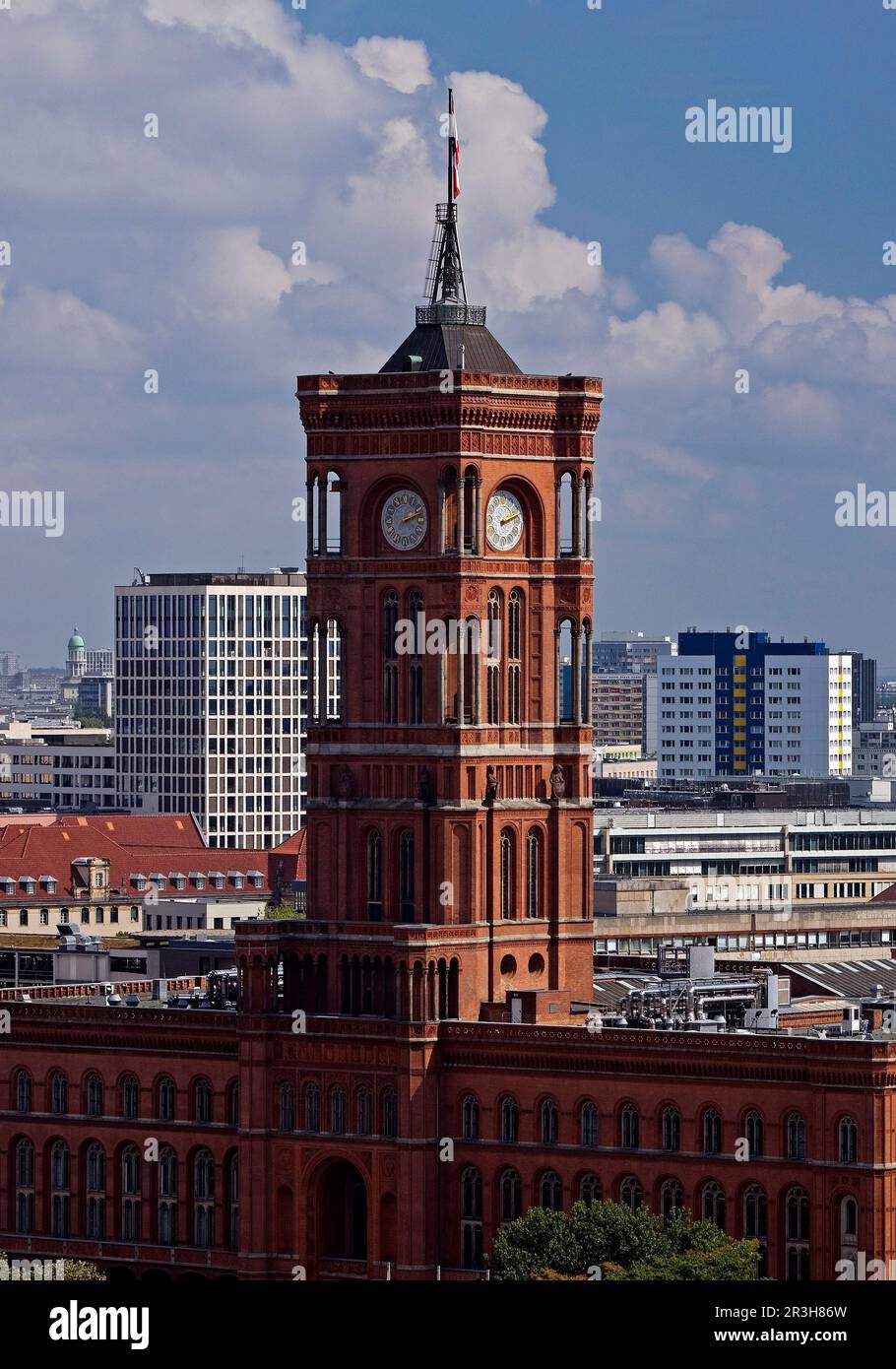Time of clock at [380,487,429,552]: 2:12
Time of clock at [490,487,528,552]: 2:11
